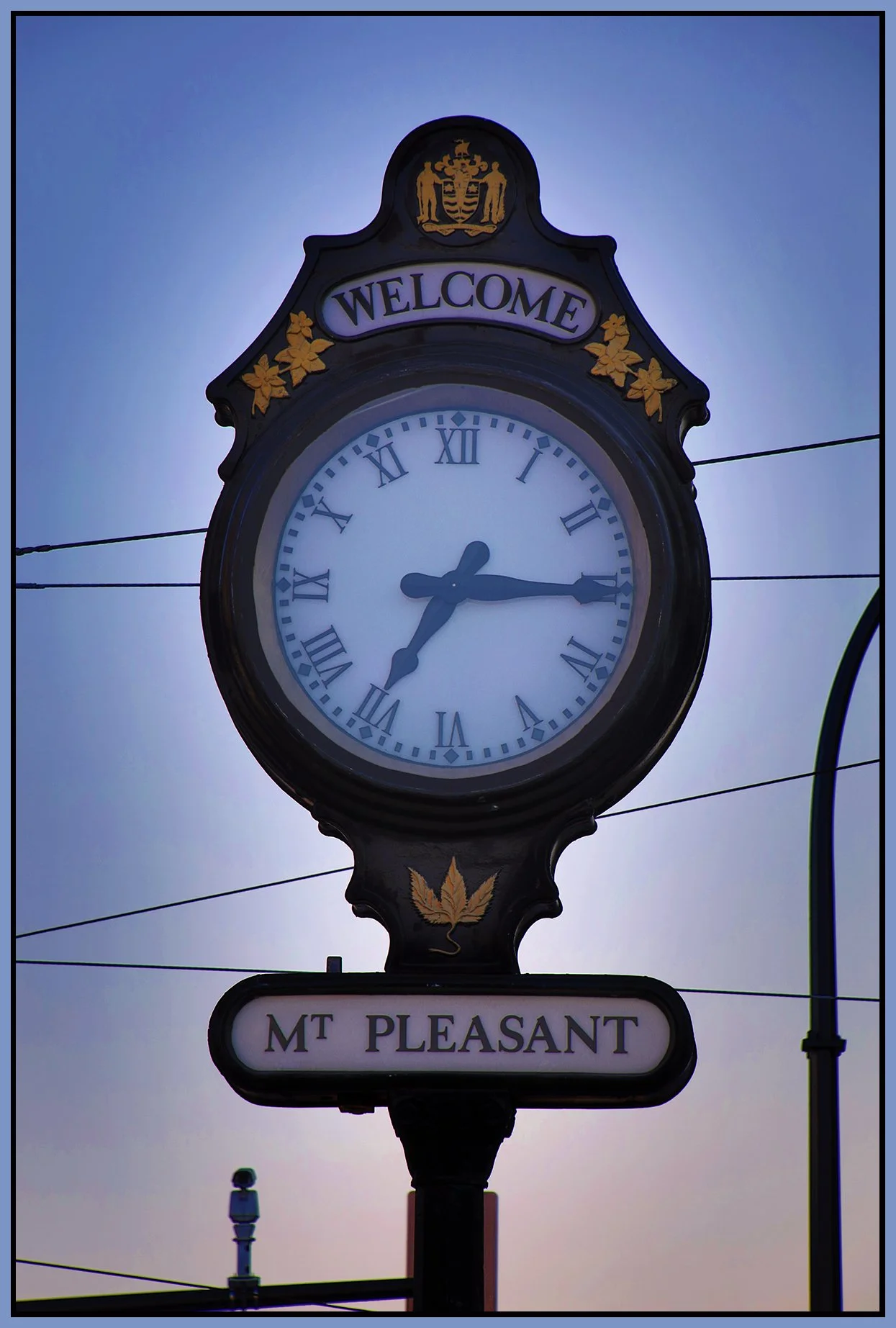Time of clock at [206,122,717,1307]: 7:15
